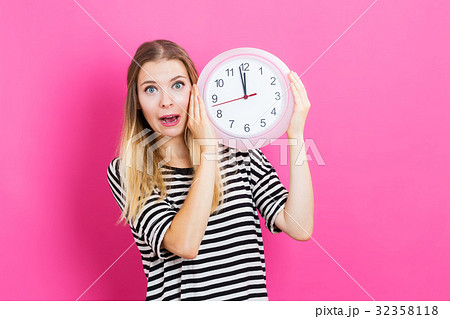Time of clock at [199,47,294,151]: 11:58
